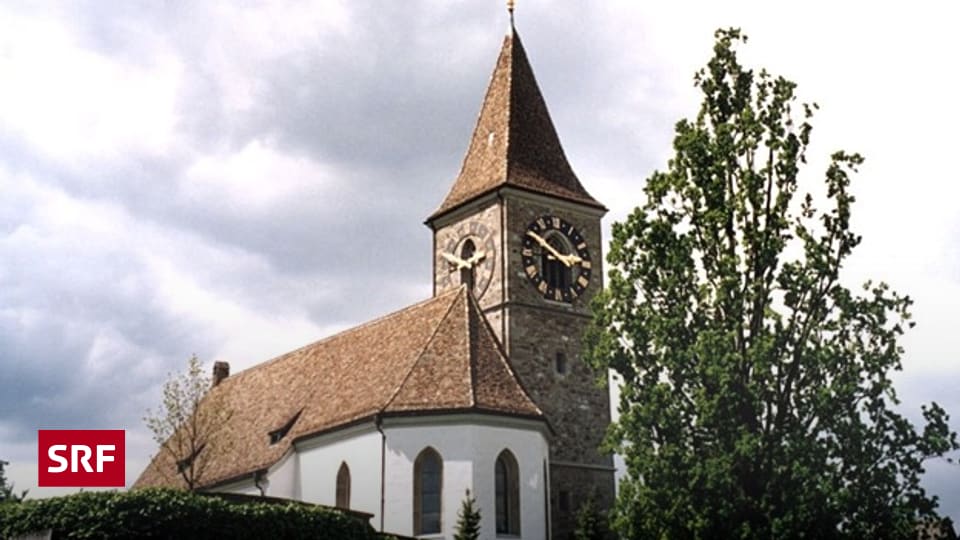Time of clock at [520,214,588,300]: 2:50
